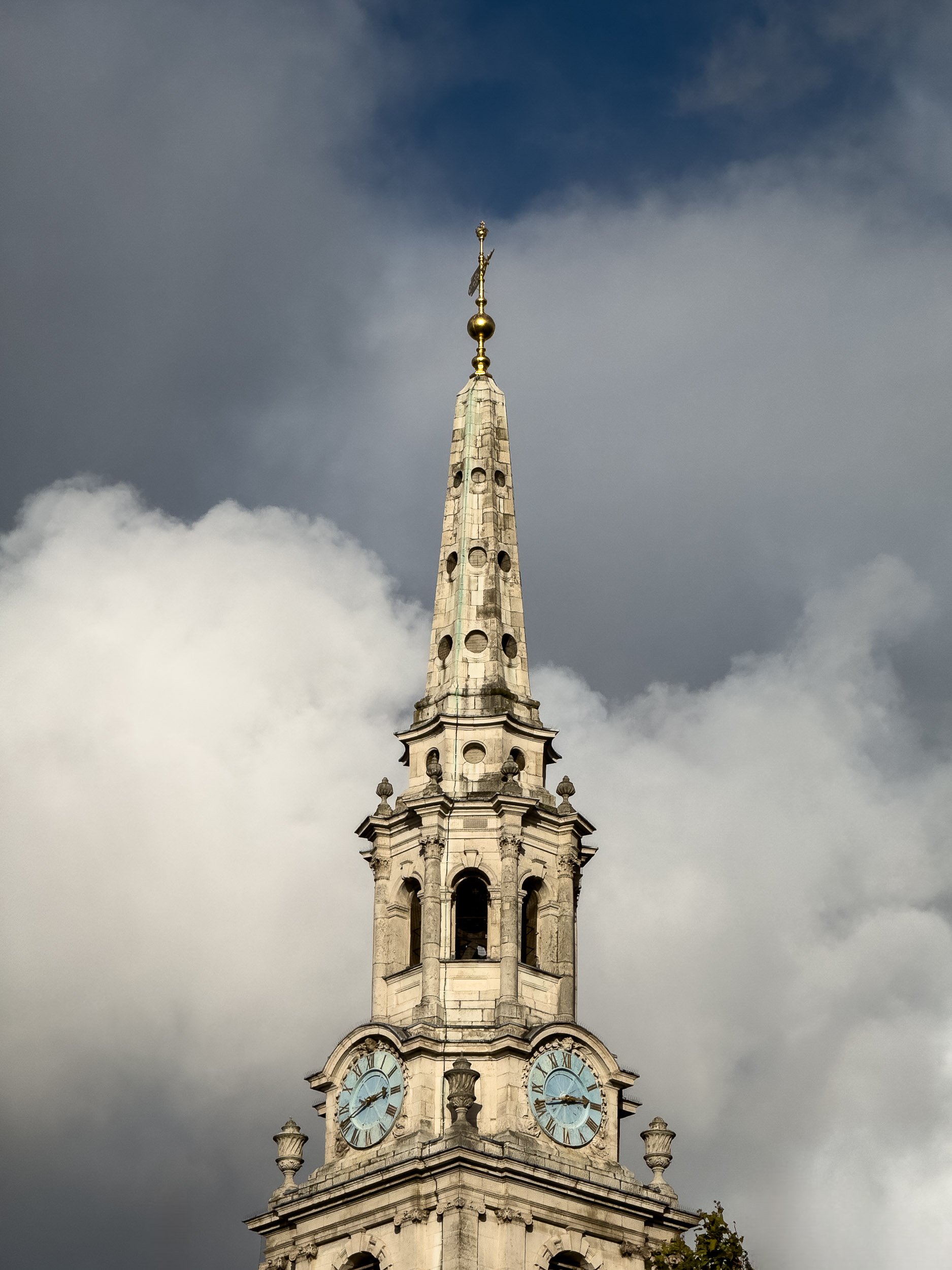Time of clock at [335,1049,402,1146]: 2:40
